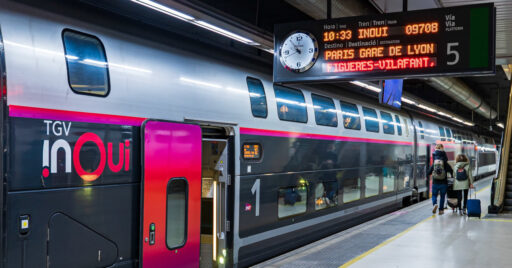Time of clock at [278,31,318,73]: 10:41
